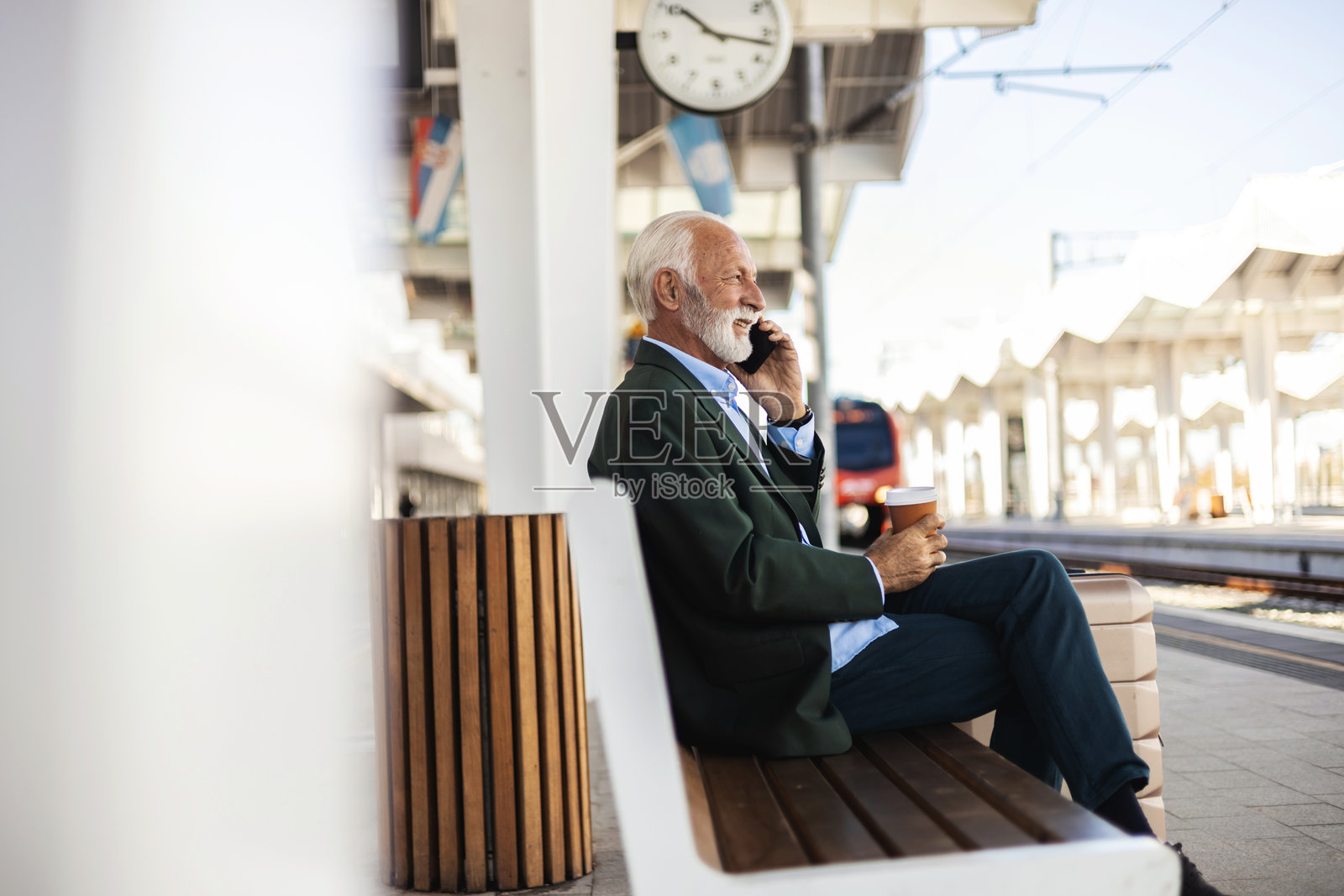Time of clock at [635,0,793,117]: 10:16
